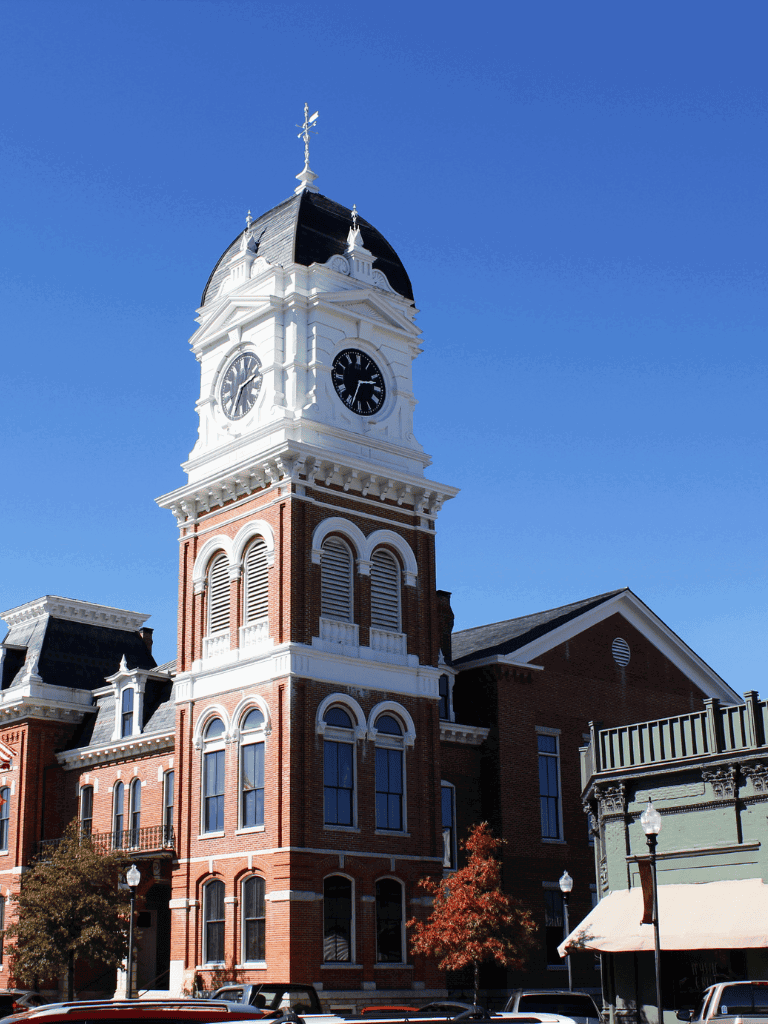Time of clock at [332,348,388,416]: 2:33
